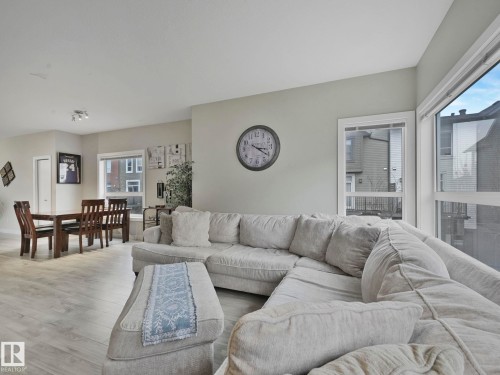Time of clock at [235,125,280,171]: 3:20
